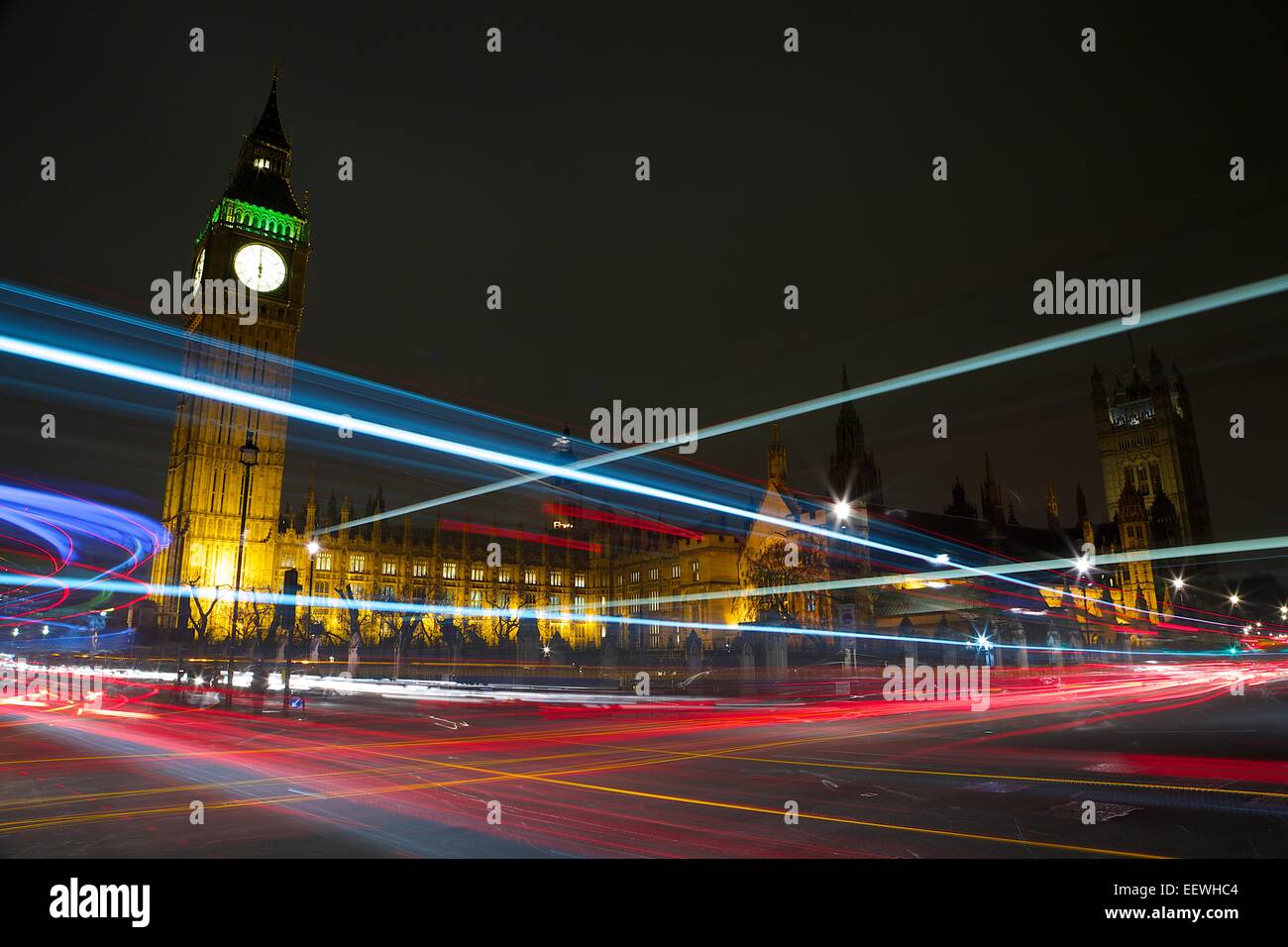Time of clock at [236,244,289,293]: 5:59
